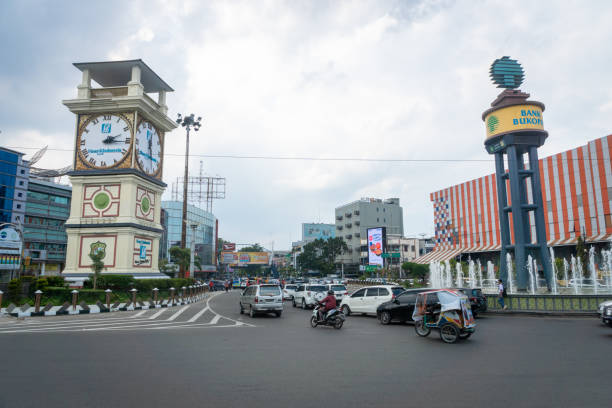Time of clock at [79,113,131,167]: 2:15
